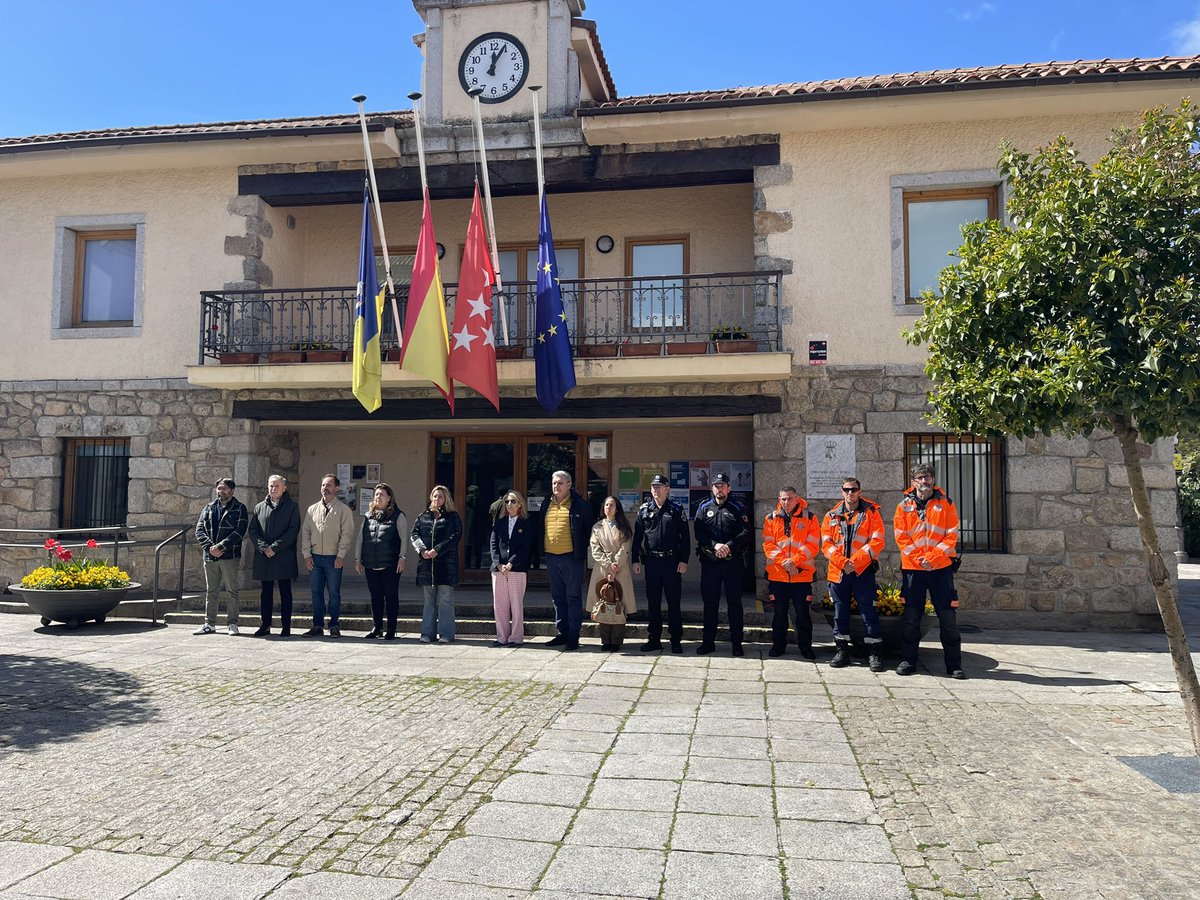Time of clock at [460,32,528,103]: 12:04
